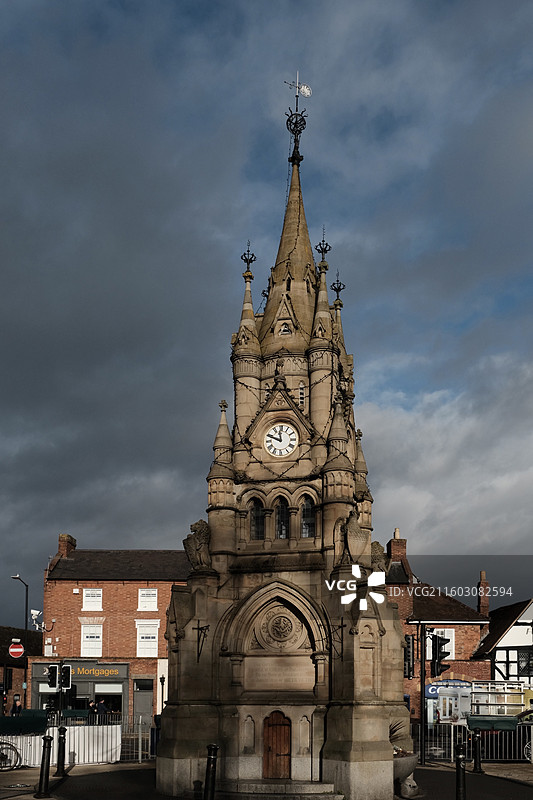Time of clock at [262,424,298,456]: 11:48
